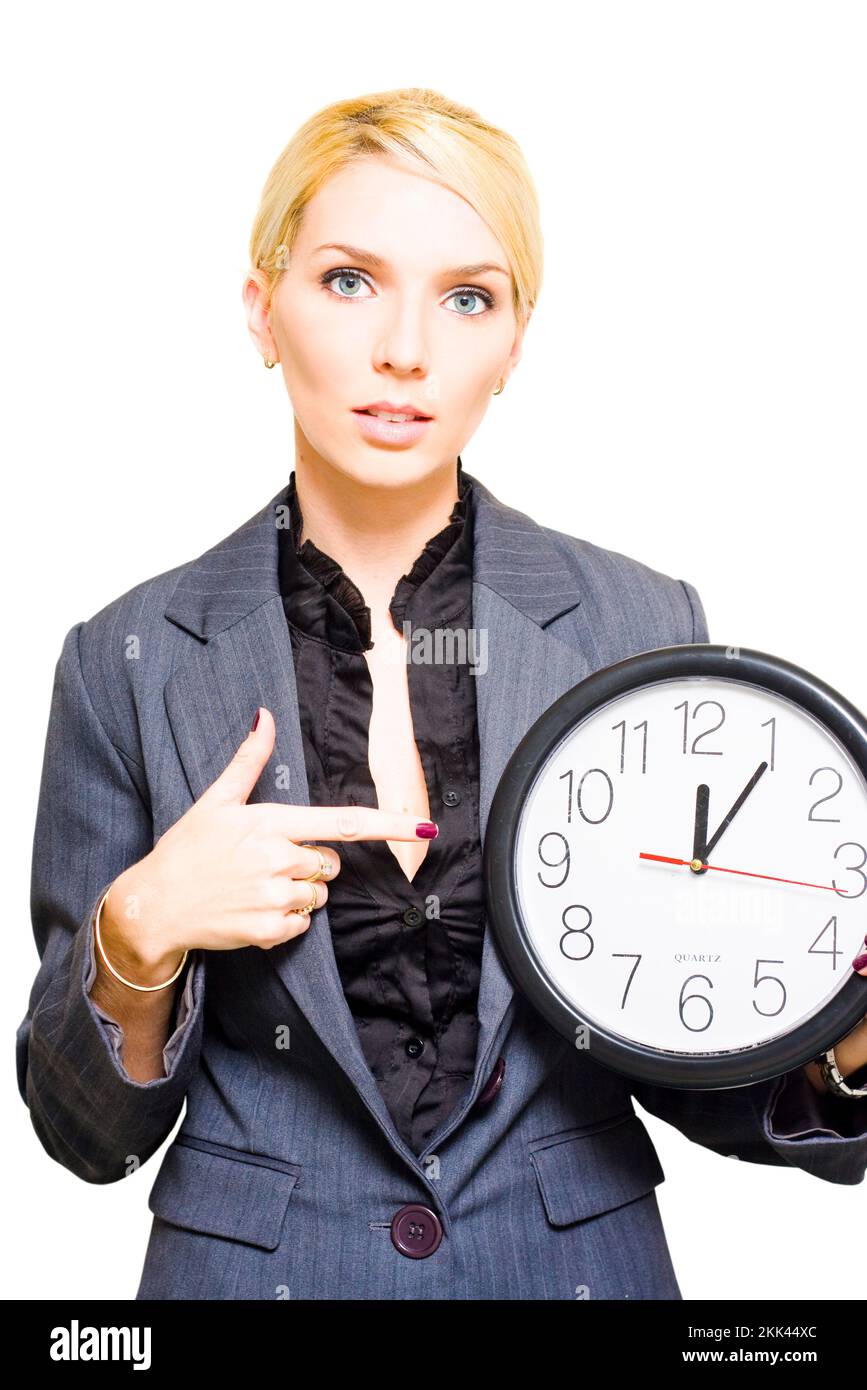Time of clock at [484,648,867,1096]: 12:05
